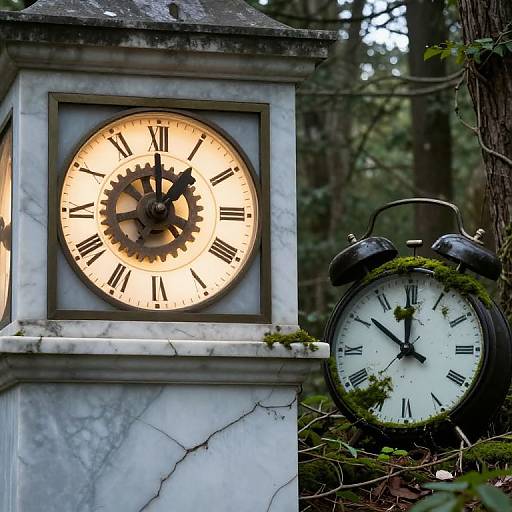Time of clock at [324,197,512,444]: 11:51
